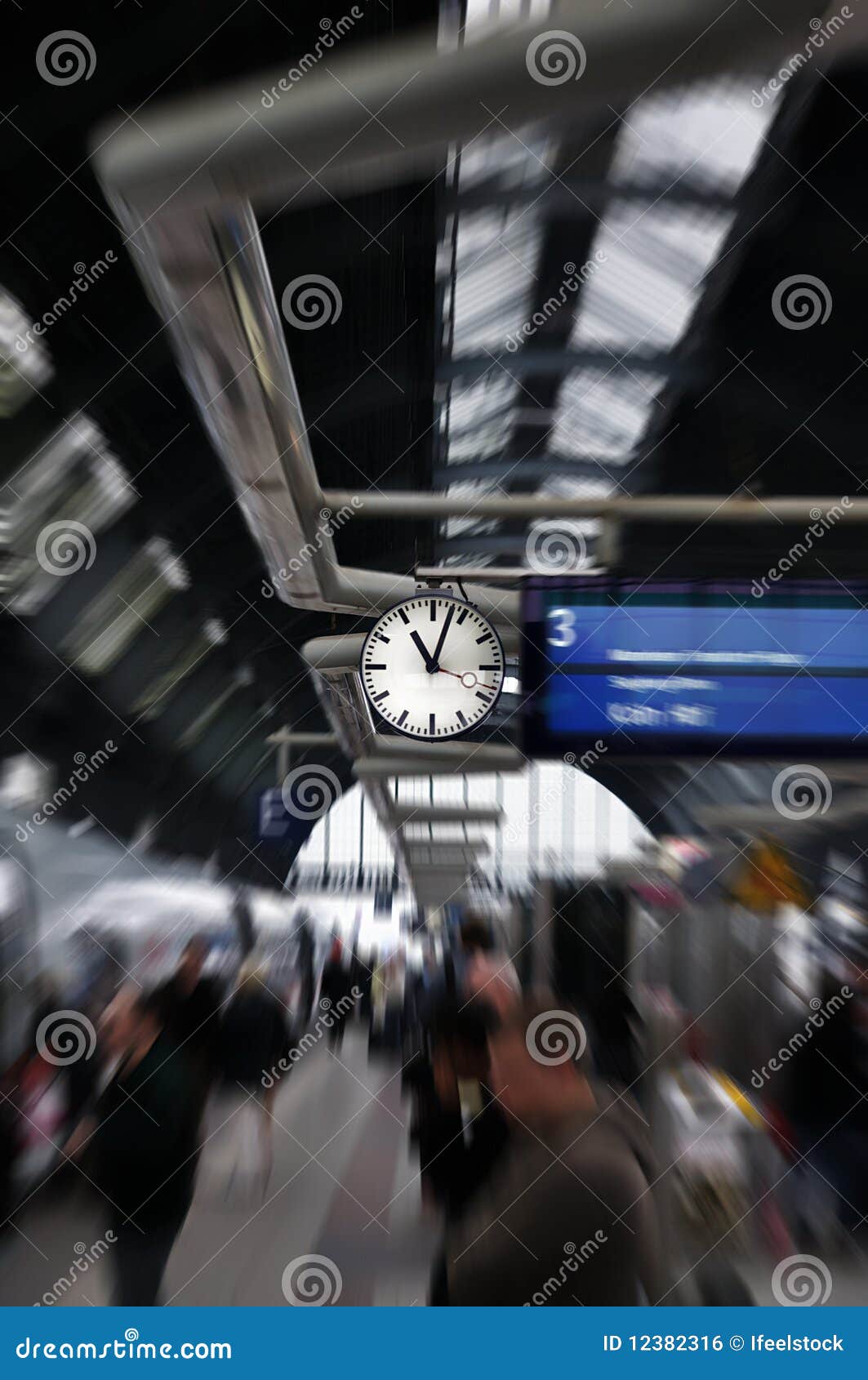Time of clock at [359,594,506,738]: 11:03
